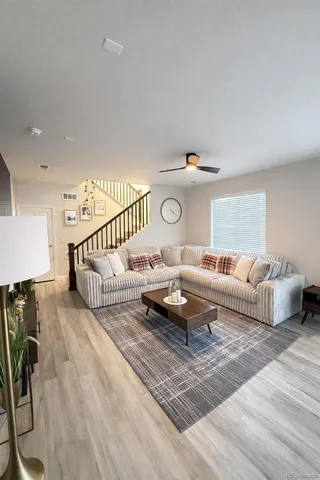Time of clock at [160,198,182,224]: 4:20
